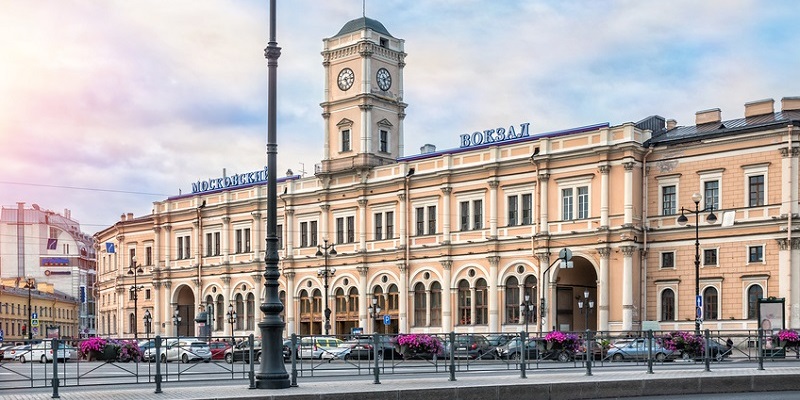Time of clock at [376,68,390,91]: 5:11
